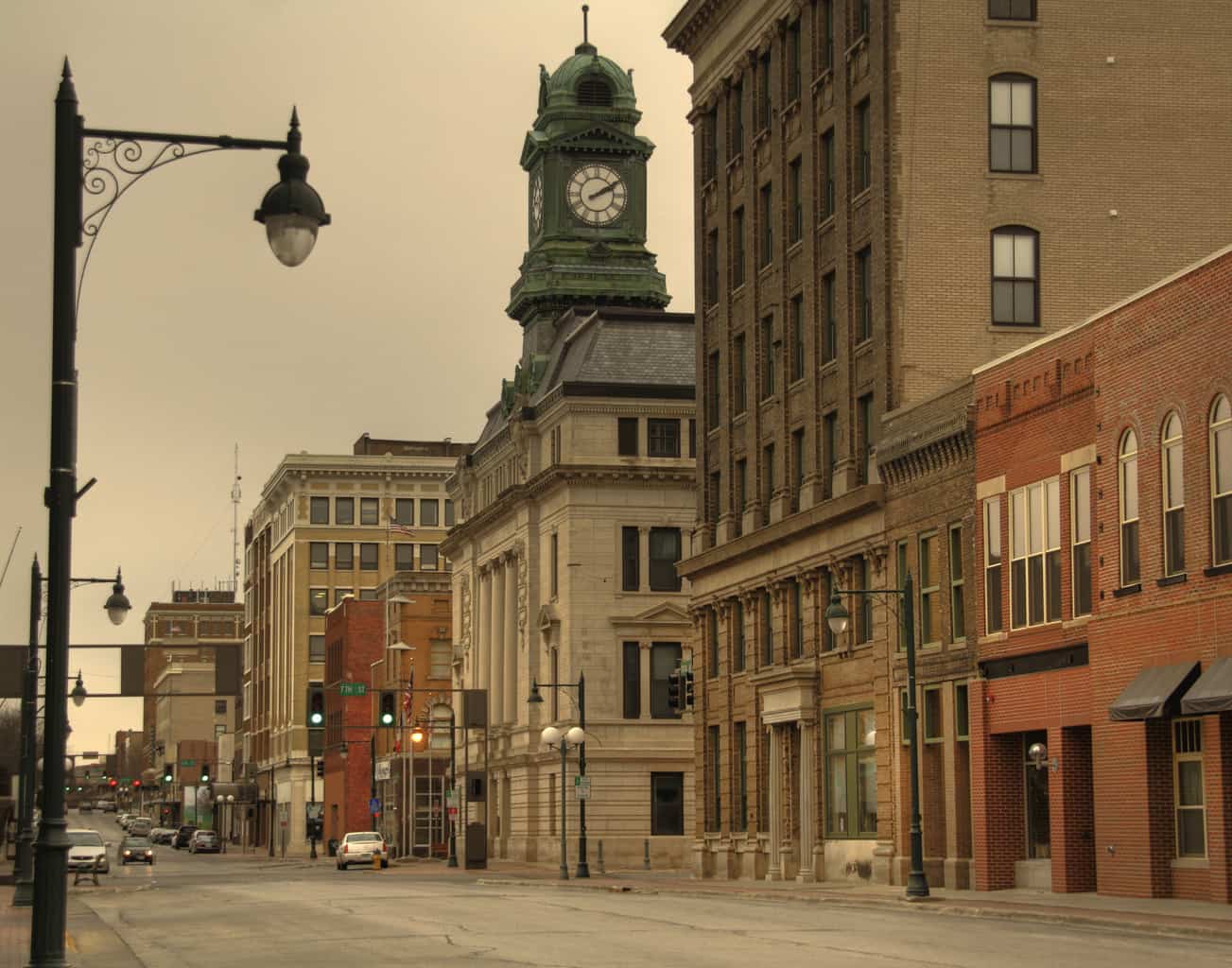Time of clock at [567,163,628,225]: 2:09
